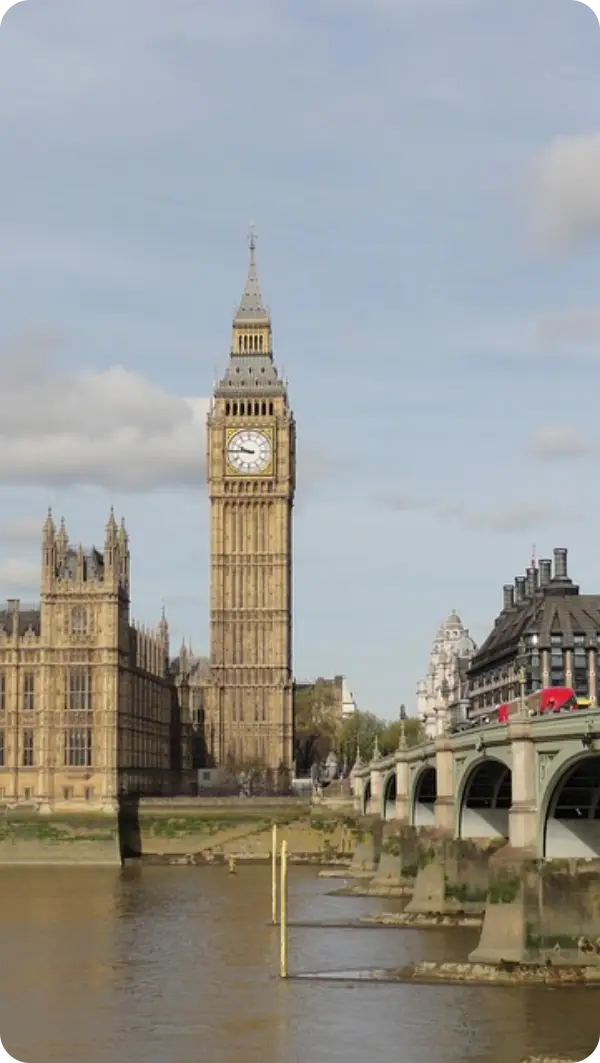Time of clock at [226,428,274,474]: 9:45
